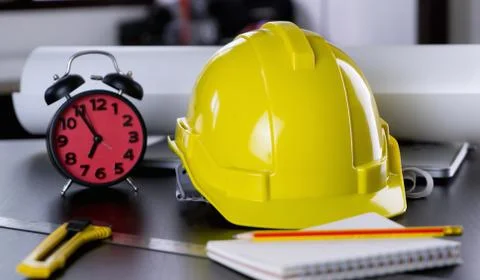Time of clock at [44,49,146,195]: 6:54
